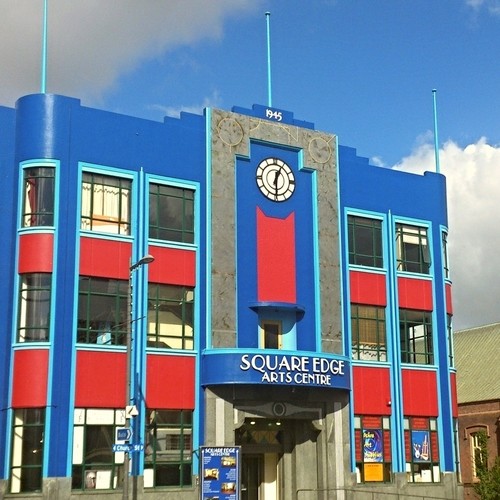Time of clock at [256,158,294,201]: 12:29
